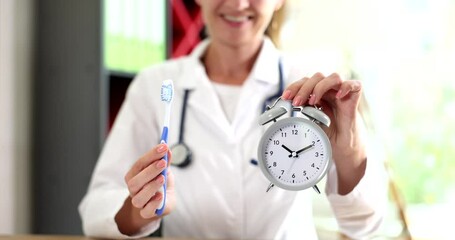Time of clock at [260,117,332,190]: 10:10
